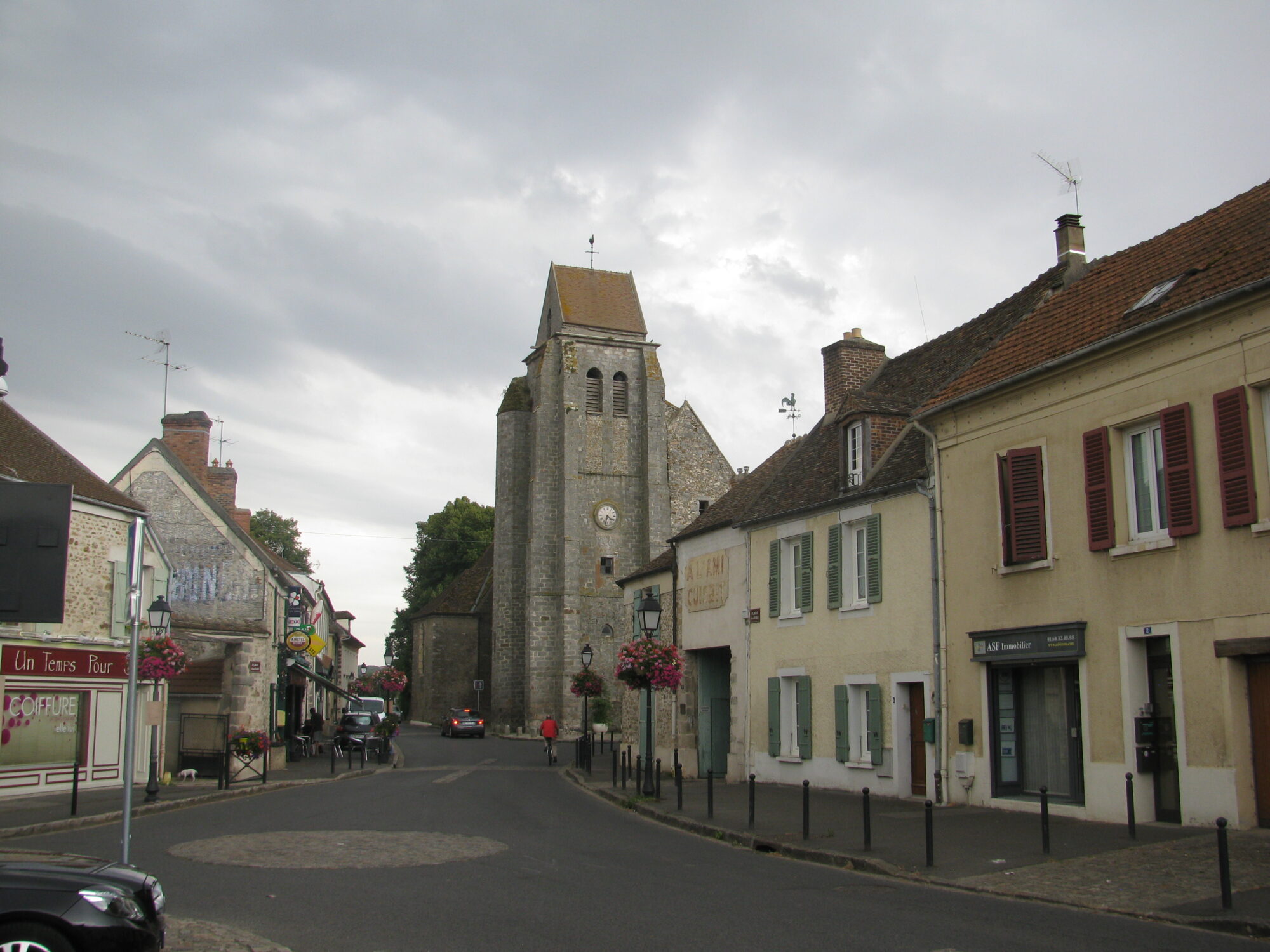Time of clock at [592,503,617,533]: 4:32
